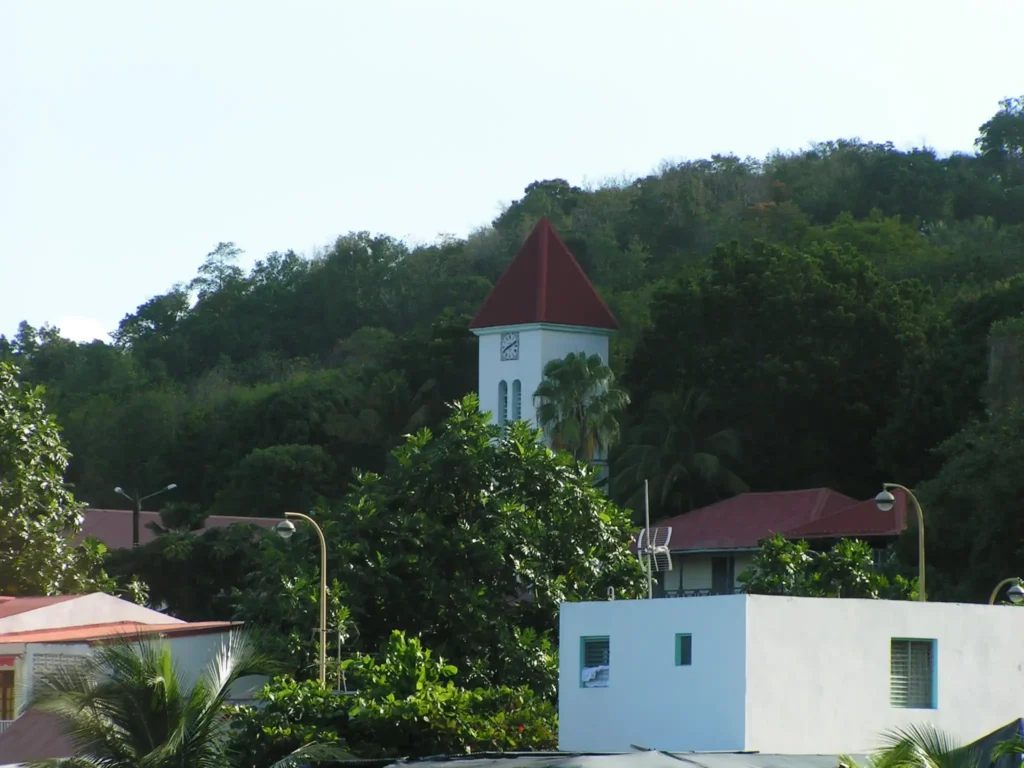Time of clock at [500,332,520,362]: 8:11
